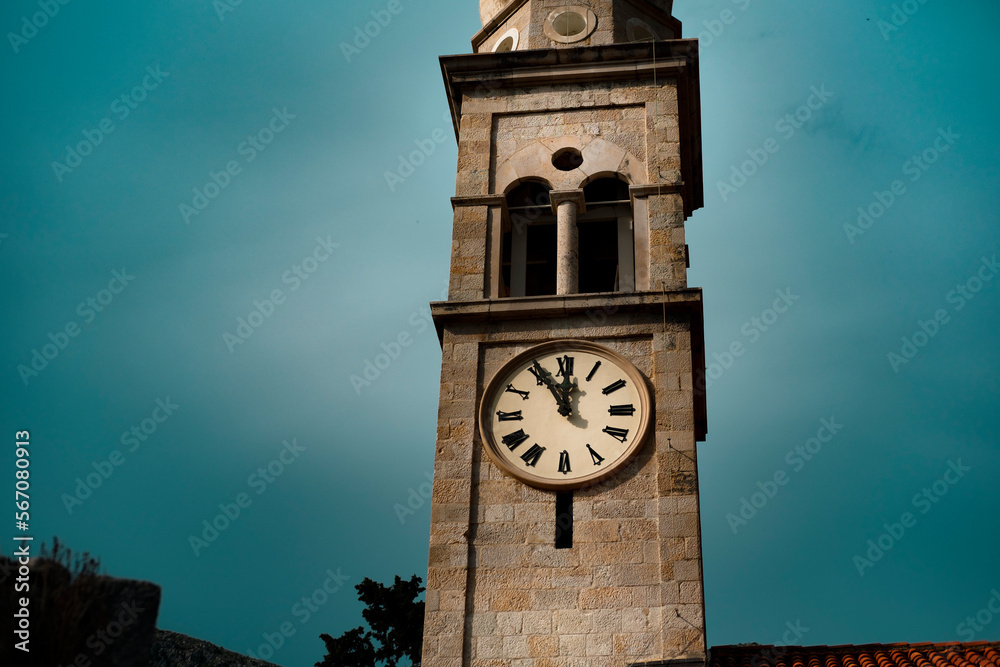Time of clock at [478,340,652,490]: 11:55
